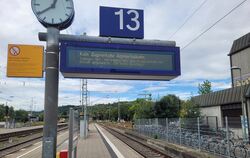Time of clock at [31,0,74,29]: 12:39
